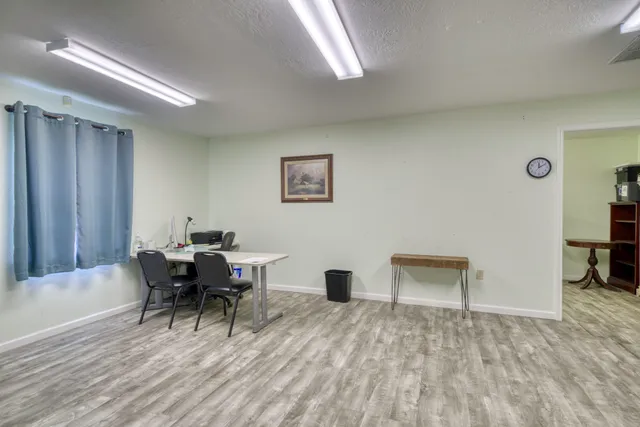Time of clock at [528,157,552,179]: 12:09
